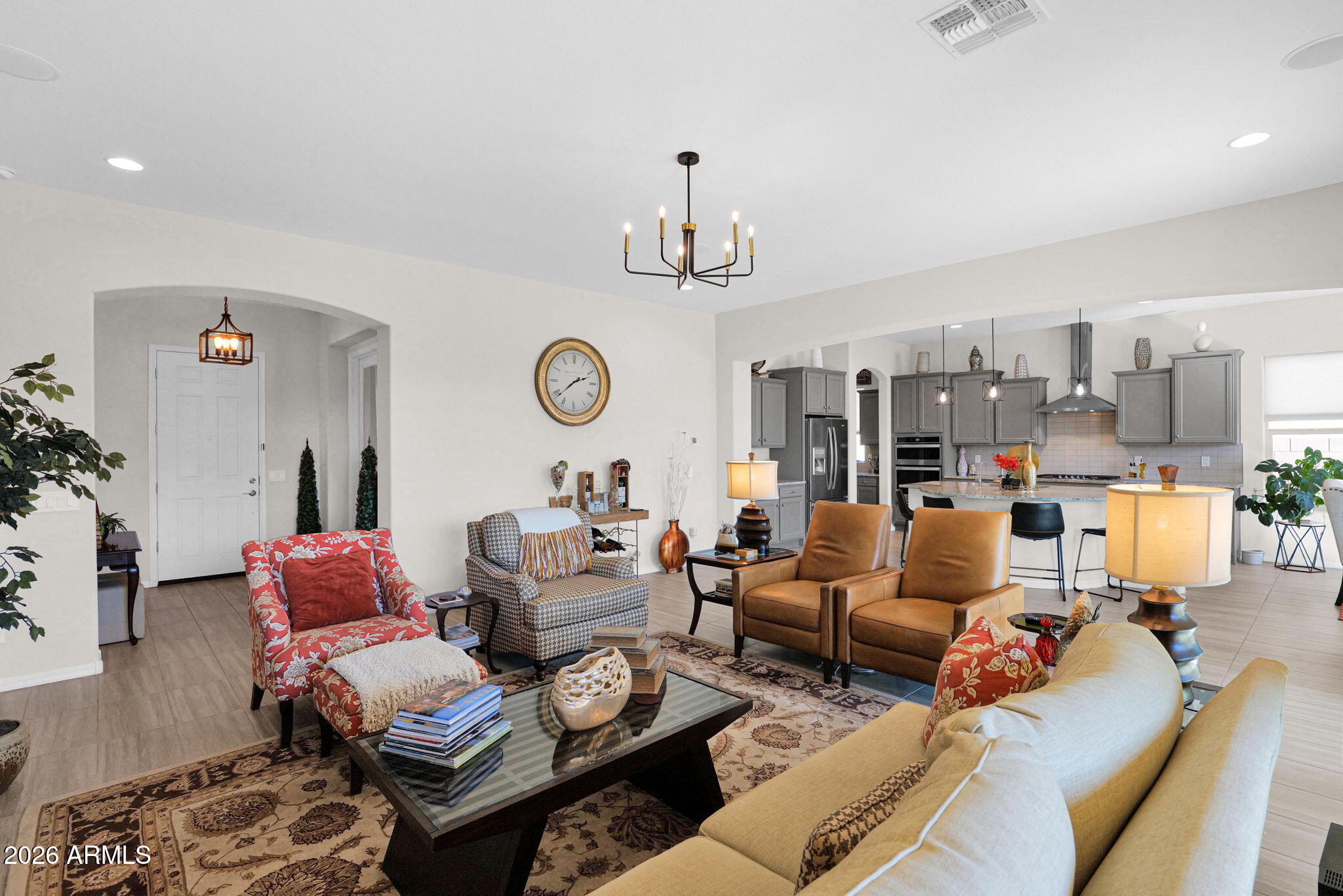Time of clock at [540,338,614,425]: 2:38
